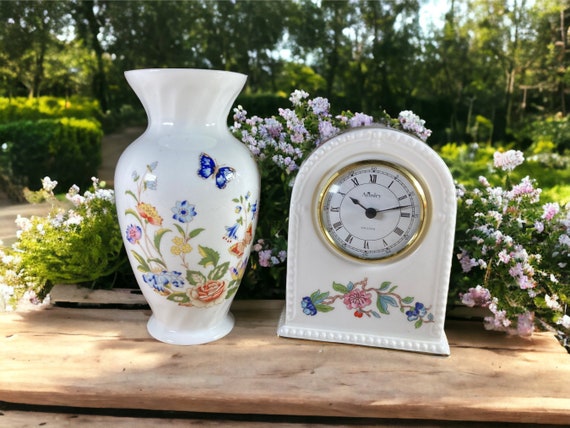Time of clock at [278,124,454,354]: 10:12
